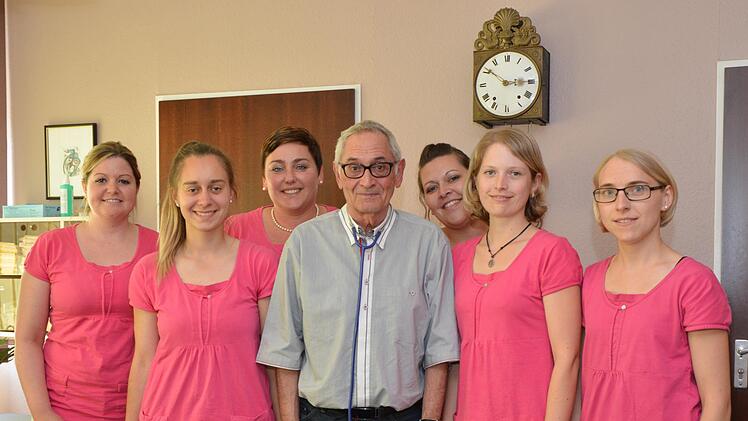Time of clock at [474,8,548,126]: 2:50
